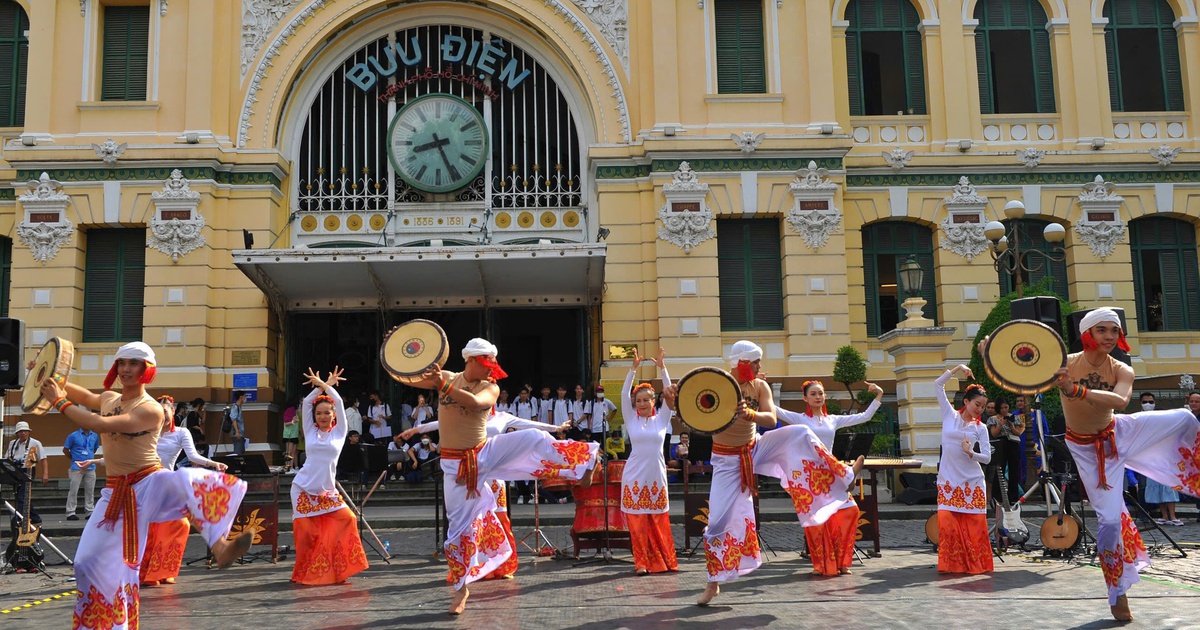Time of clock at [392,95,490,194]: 8:26
